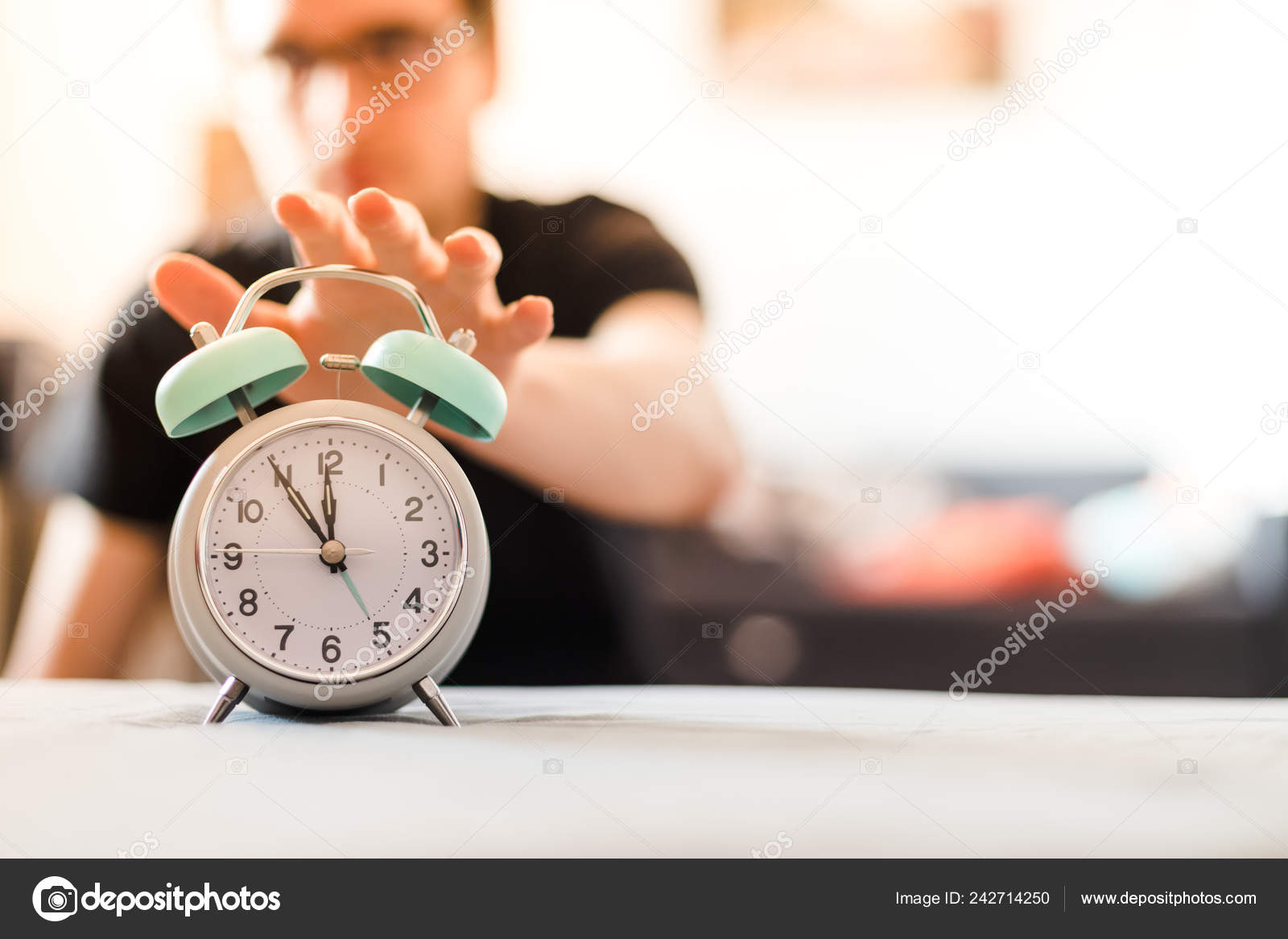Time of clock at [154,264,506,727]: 10:59
